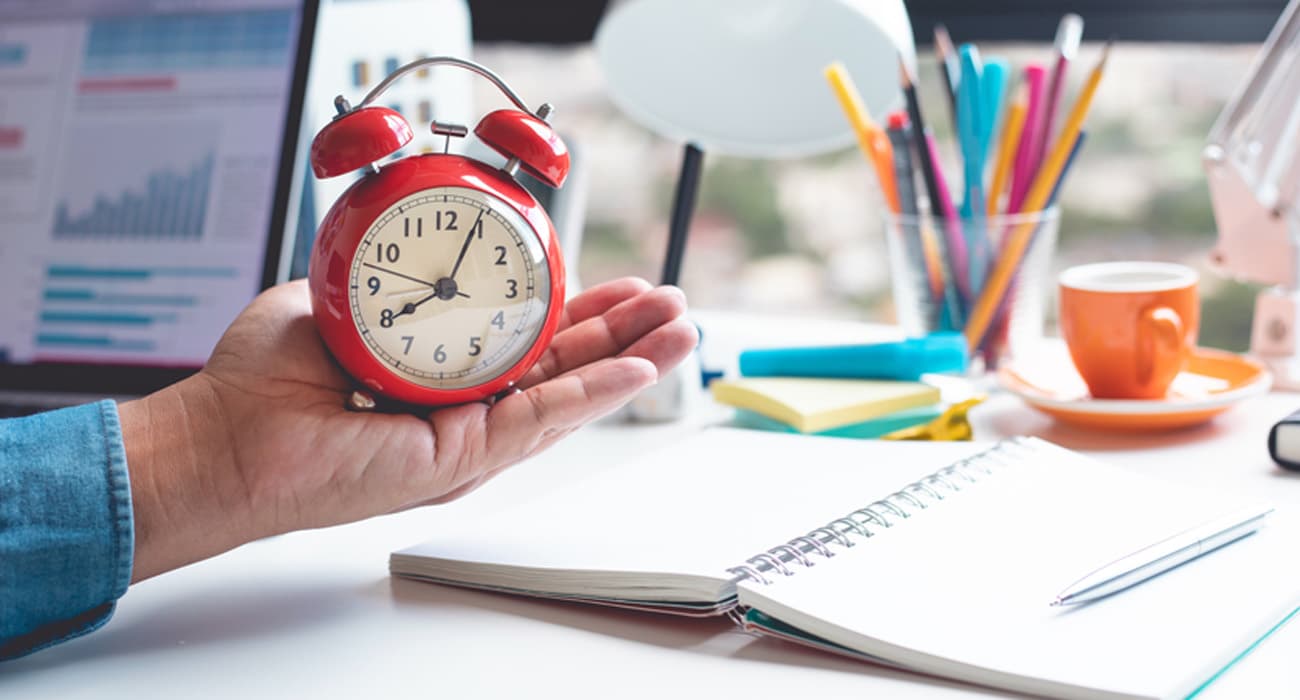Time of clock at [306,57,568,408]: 8:04
